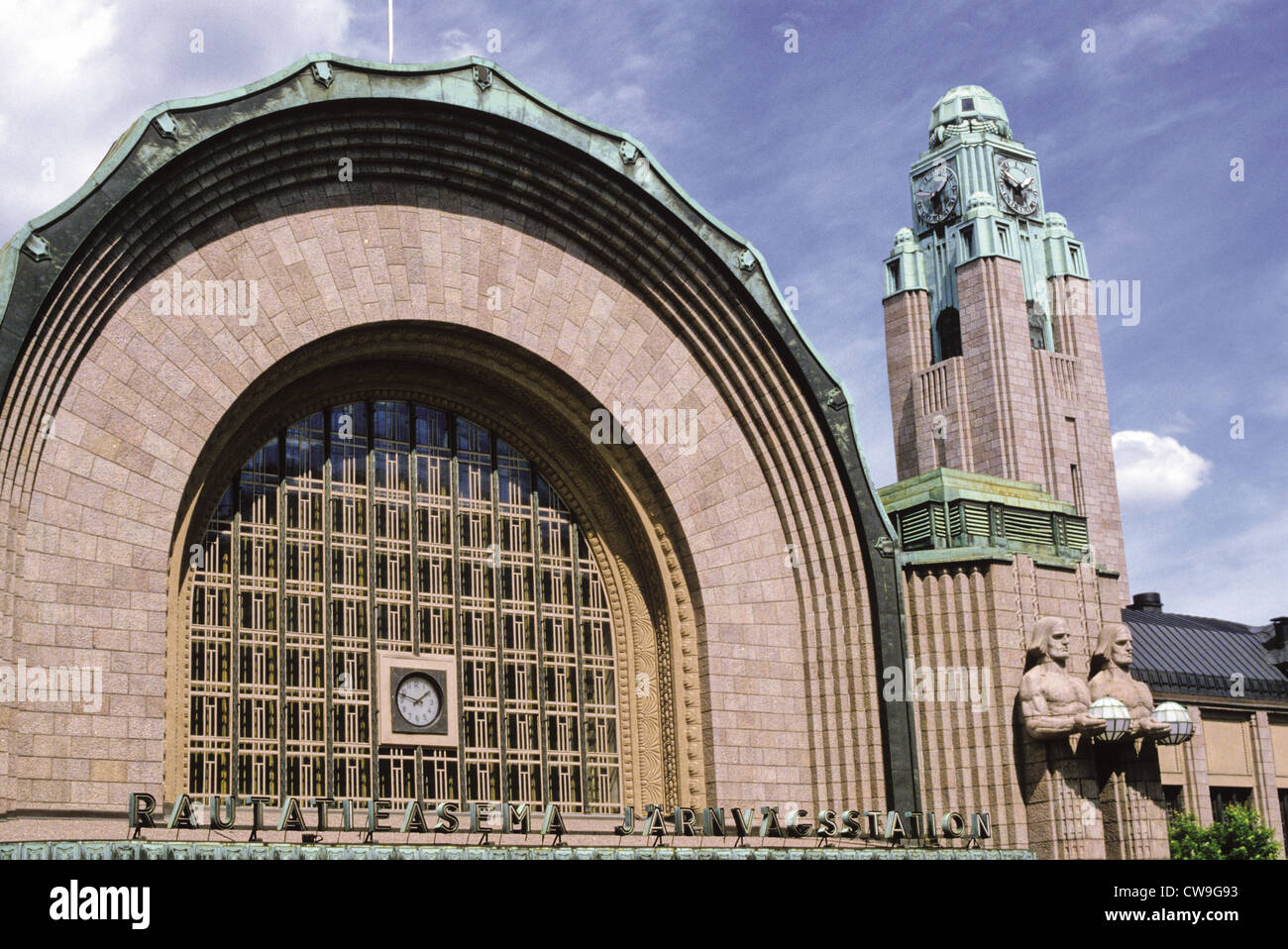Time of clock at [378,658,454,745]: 1:47
